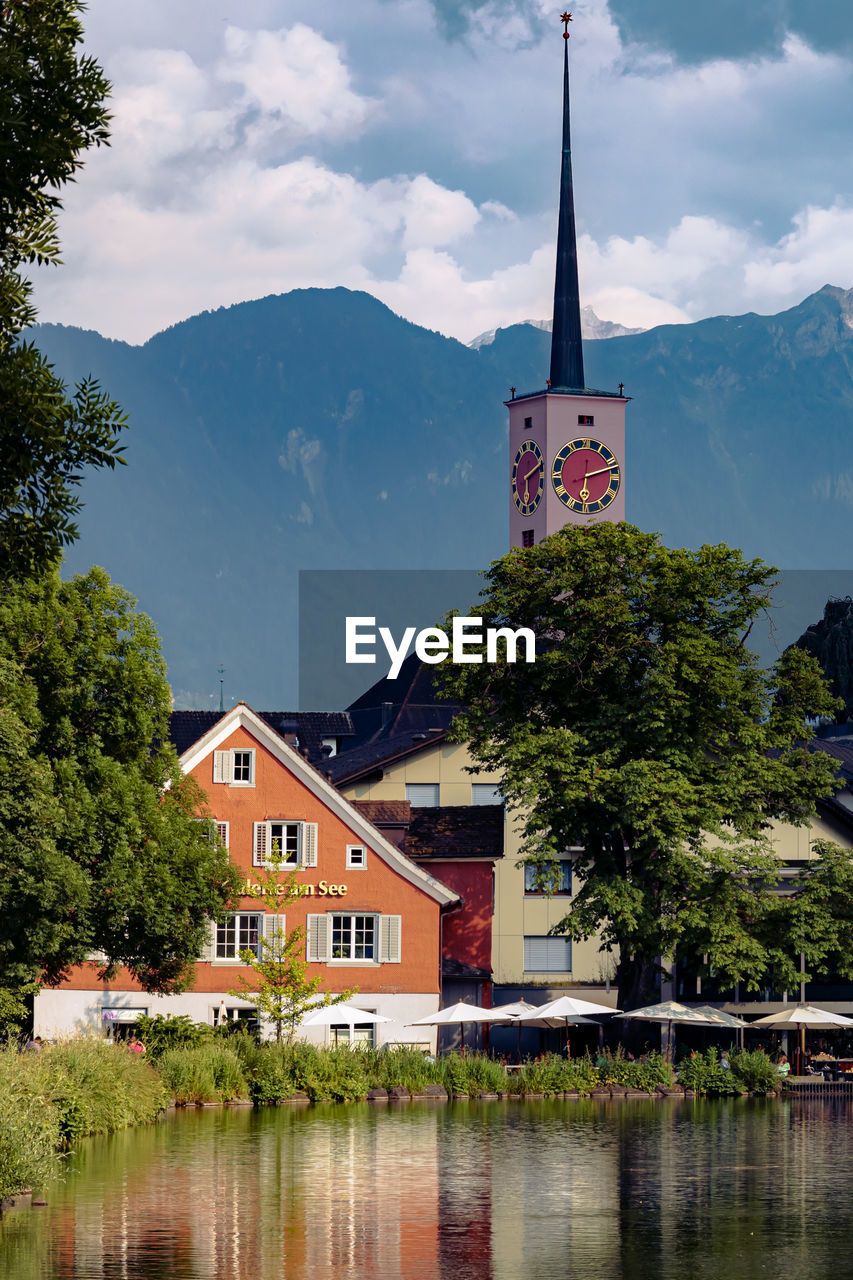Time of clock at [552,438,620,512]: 6:12
